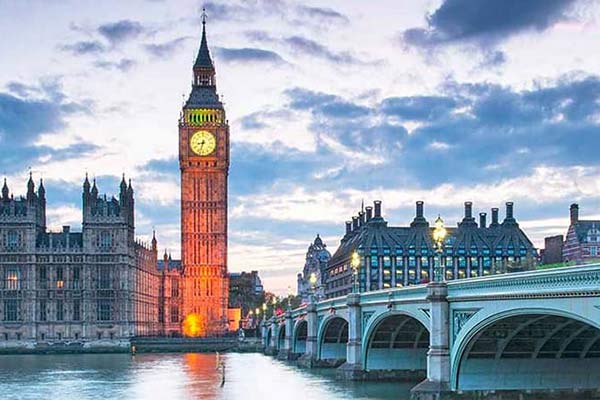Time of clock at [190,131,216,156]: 8:32
